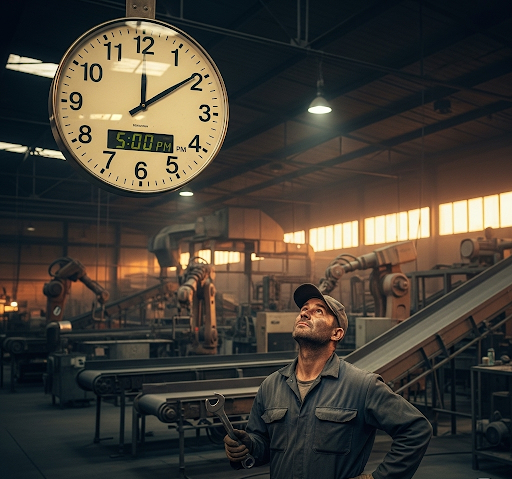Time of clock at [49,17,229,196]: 12:09
